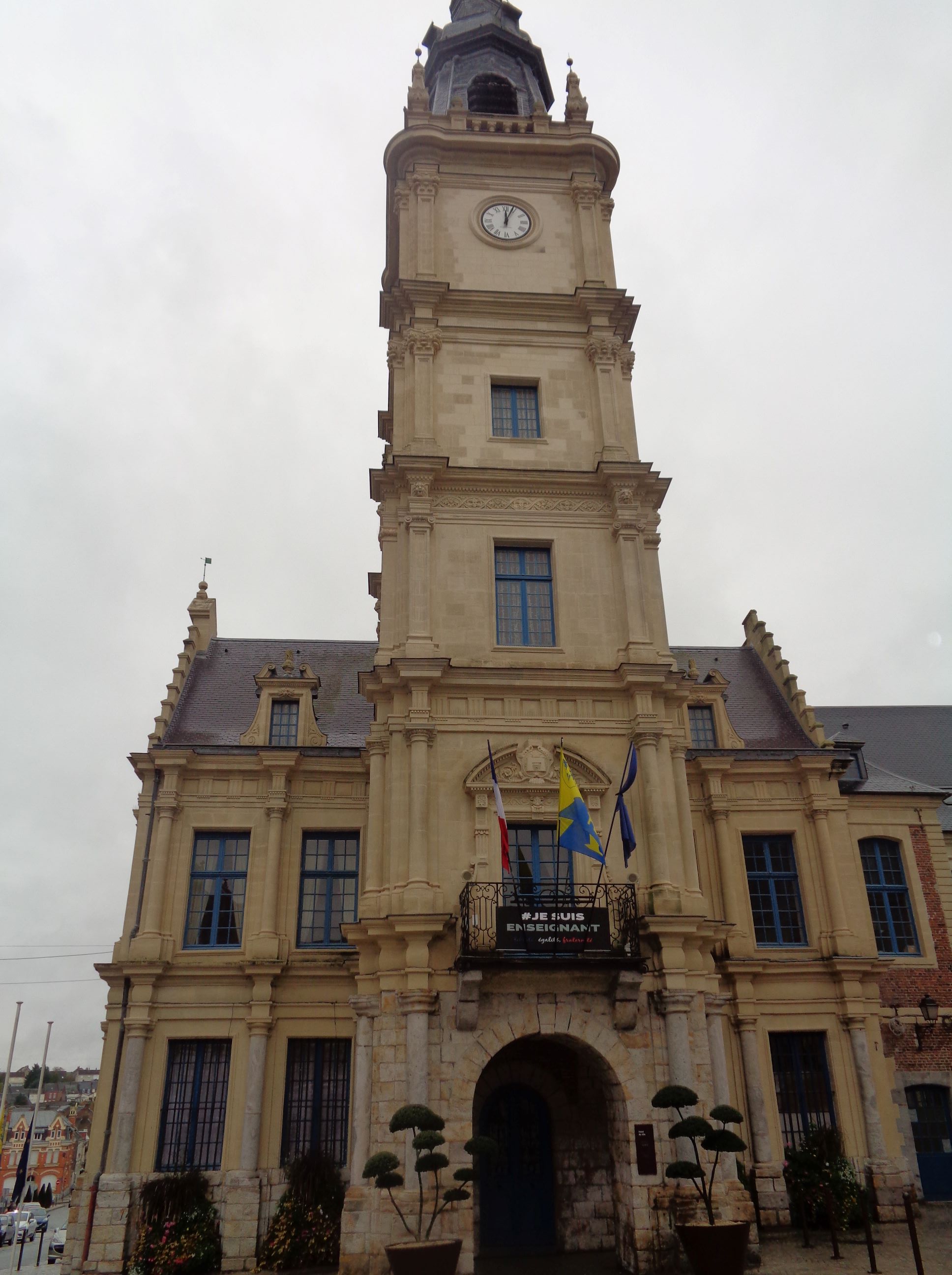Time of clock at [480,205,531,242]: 12:03
